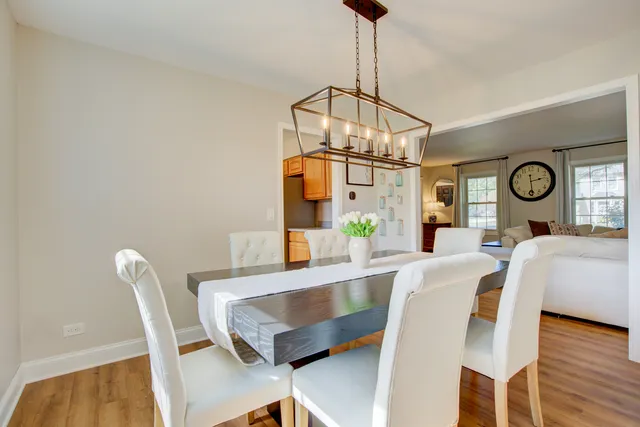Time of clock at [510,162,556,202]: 2:29
